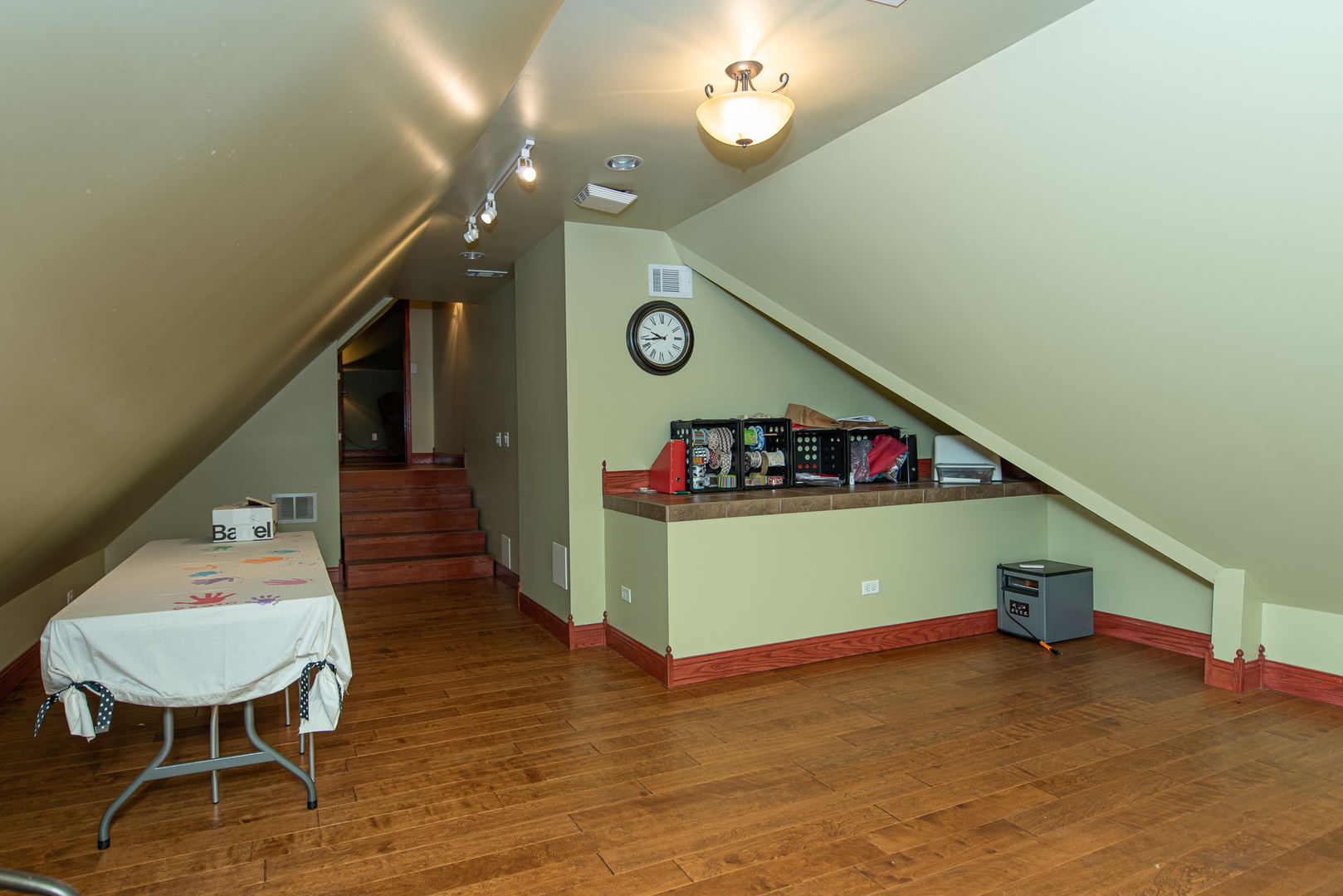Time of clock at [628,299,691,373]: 9:43
